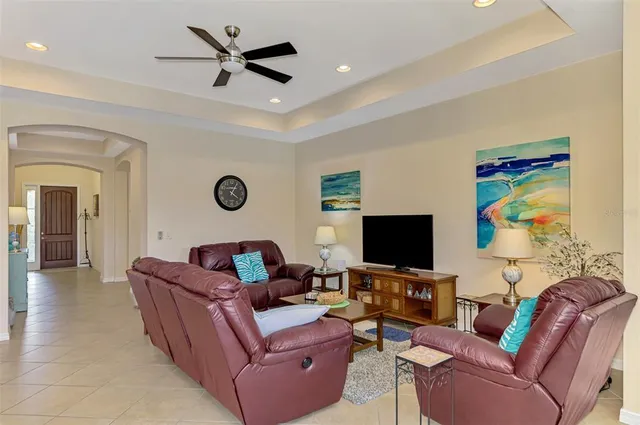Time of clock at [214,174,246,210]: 4:04
